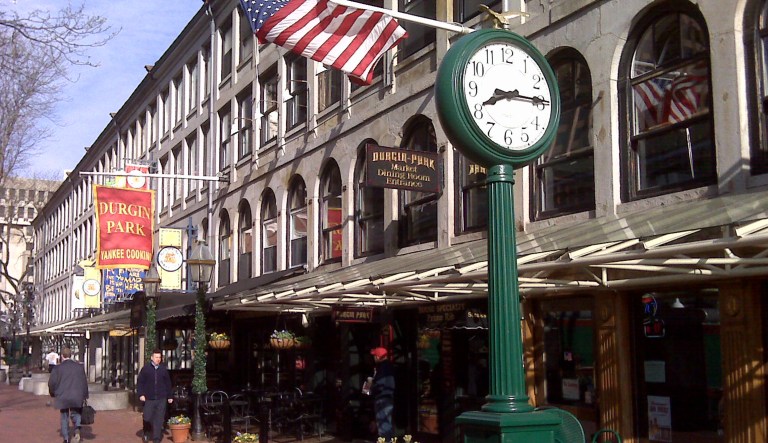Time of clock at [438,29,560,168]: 8:14
